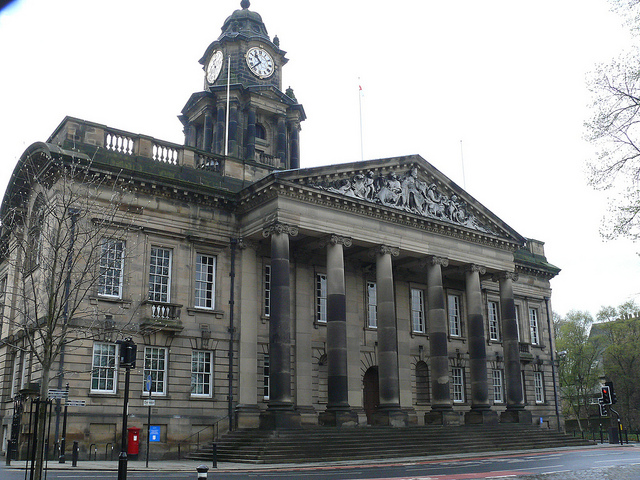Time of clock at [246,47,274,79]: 10:37
